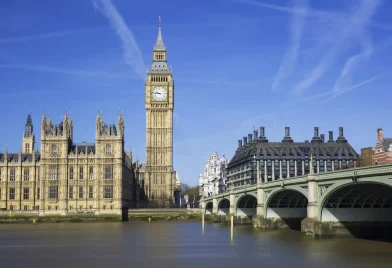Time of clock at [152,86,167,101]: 9:45
